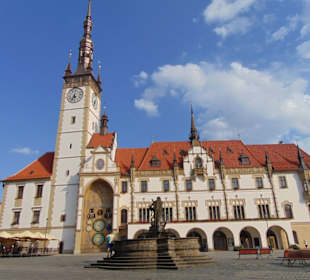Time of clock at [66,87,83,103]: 5:35
